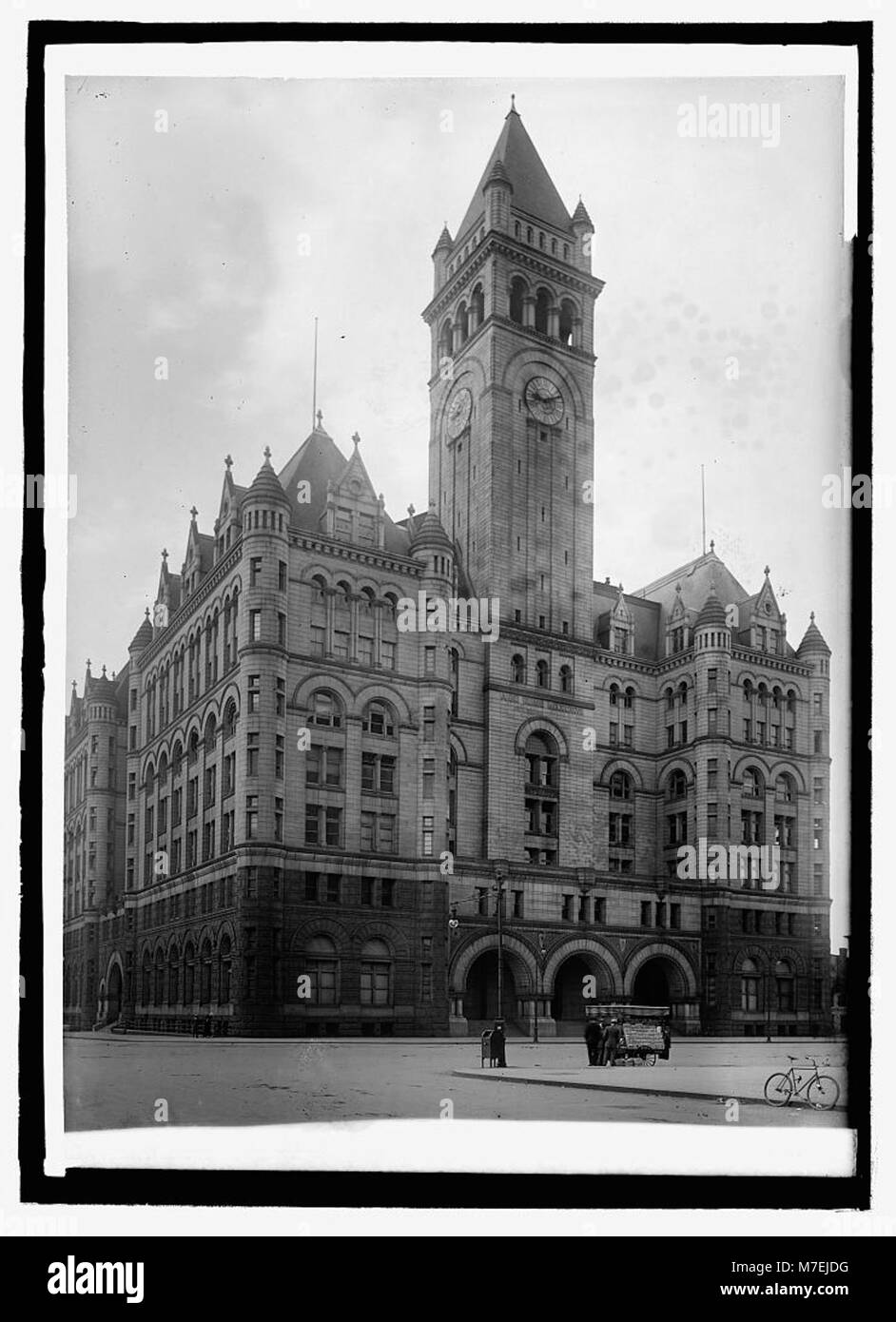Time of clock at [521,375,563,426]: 9:12
